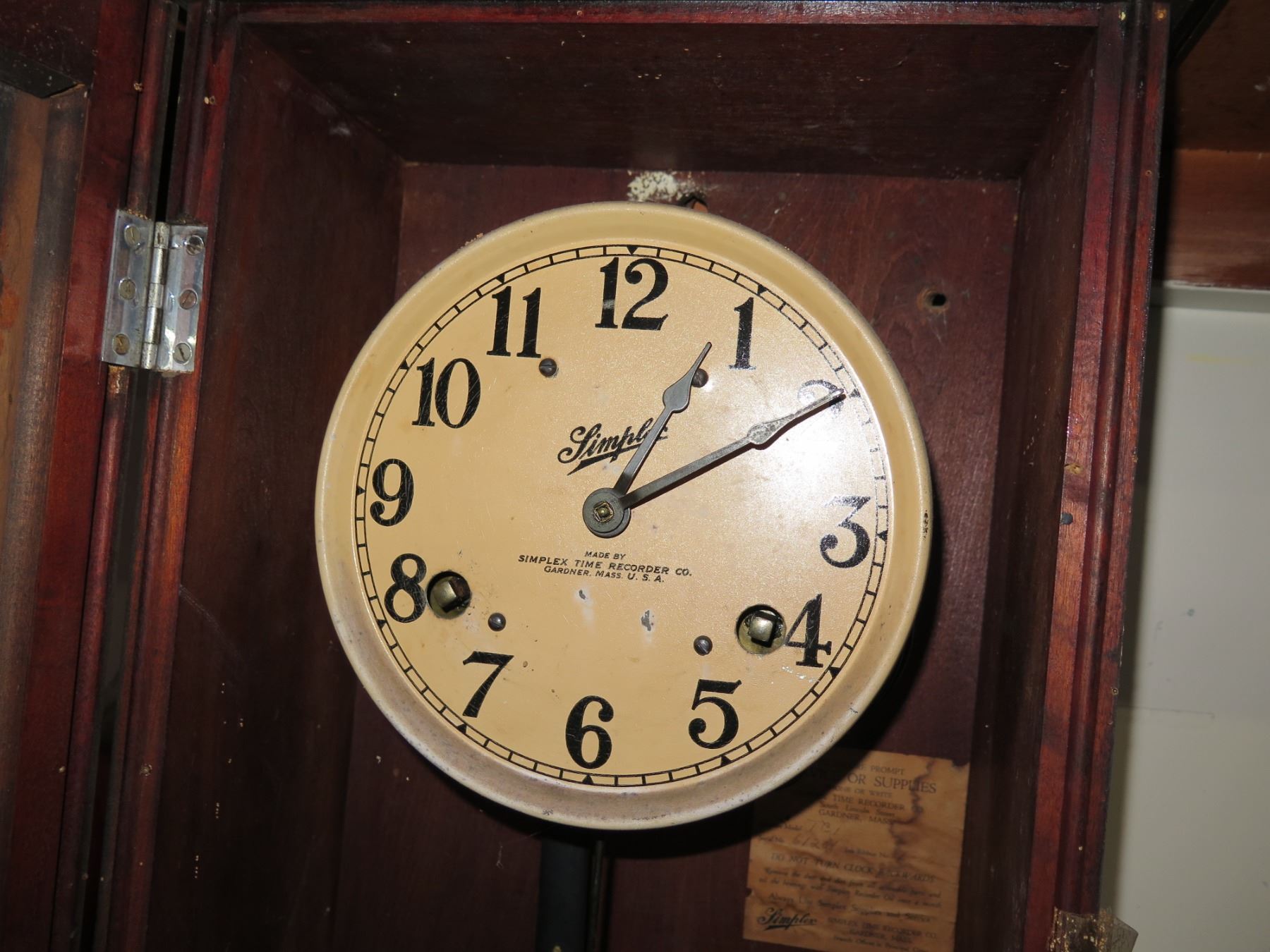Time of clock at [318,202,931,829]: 1:09
